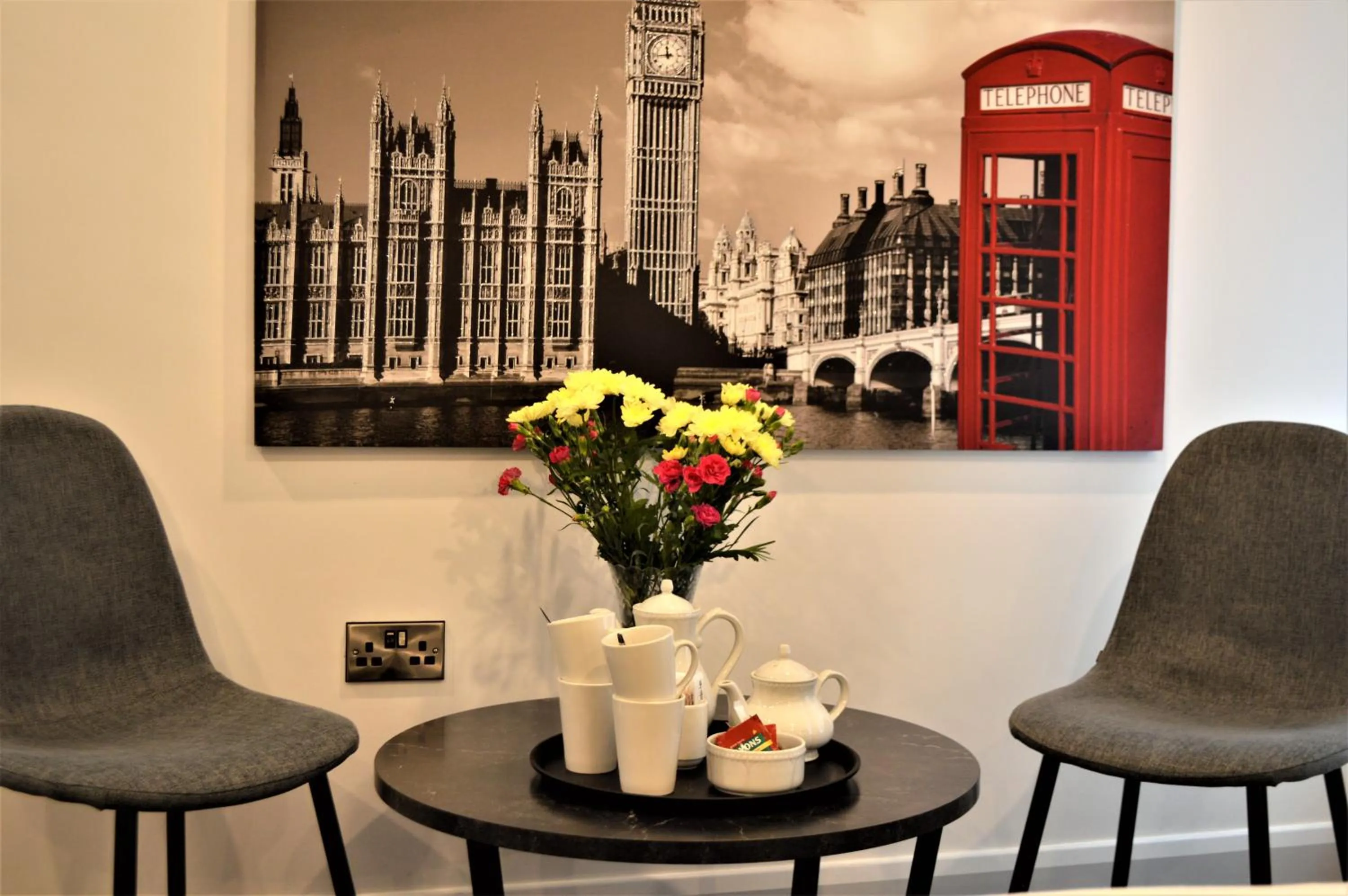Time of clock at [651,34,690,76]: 11:43
